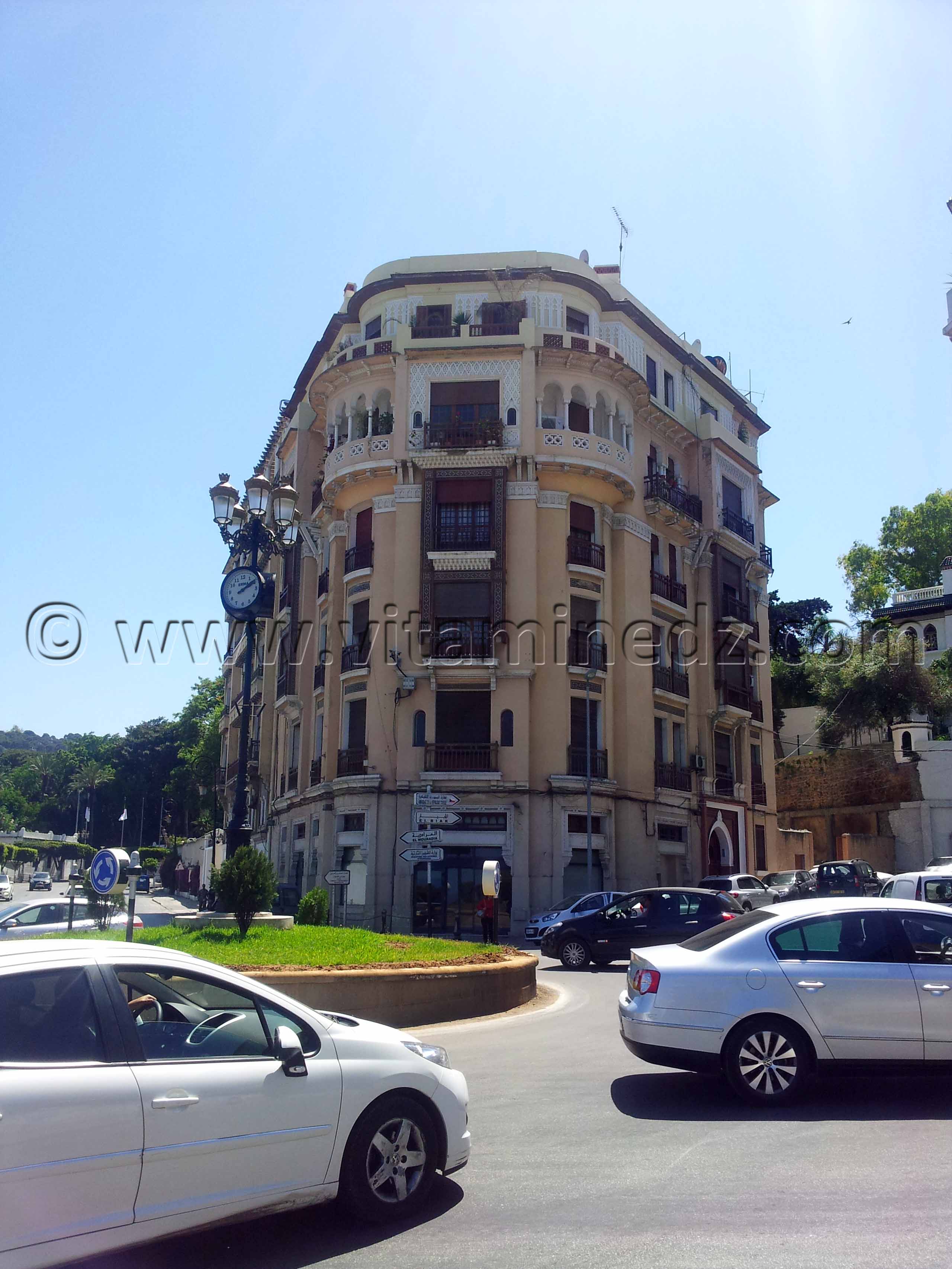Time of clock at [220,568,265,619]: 2:09
